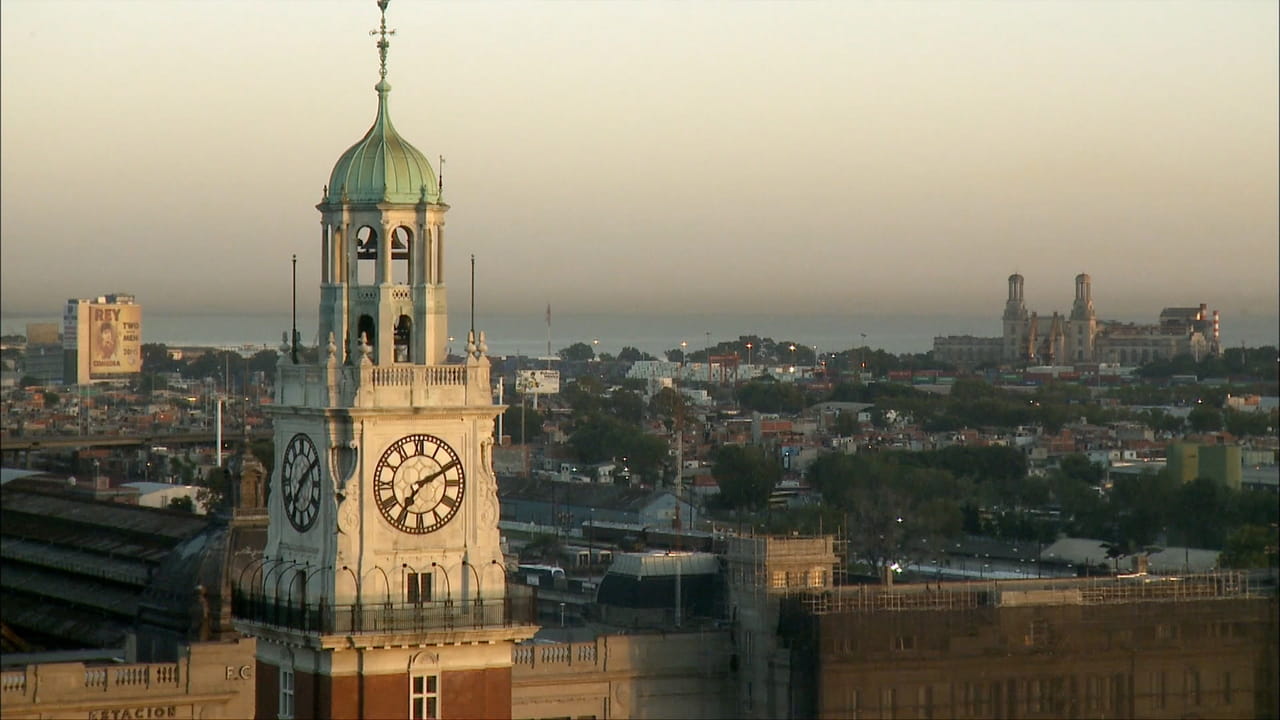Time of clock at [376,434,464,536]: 7:10
